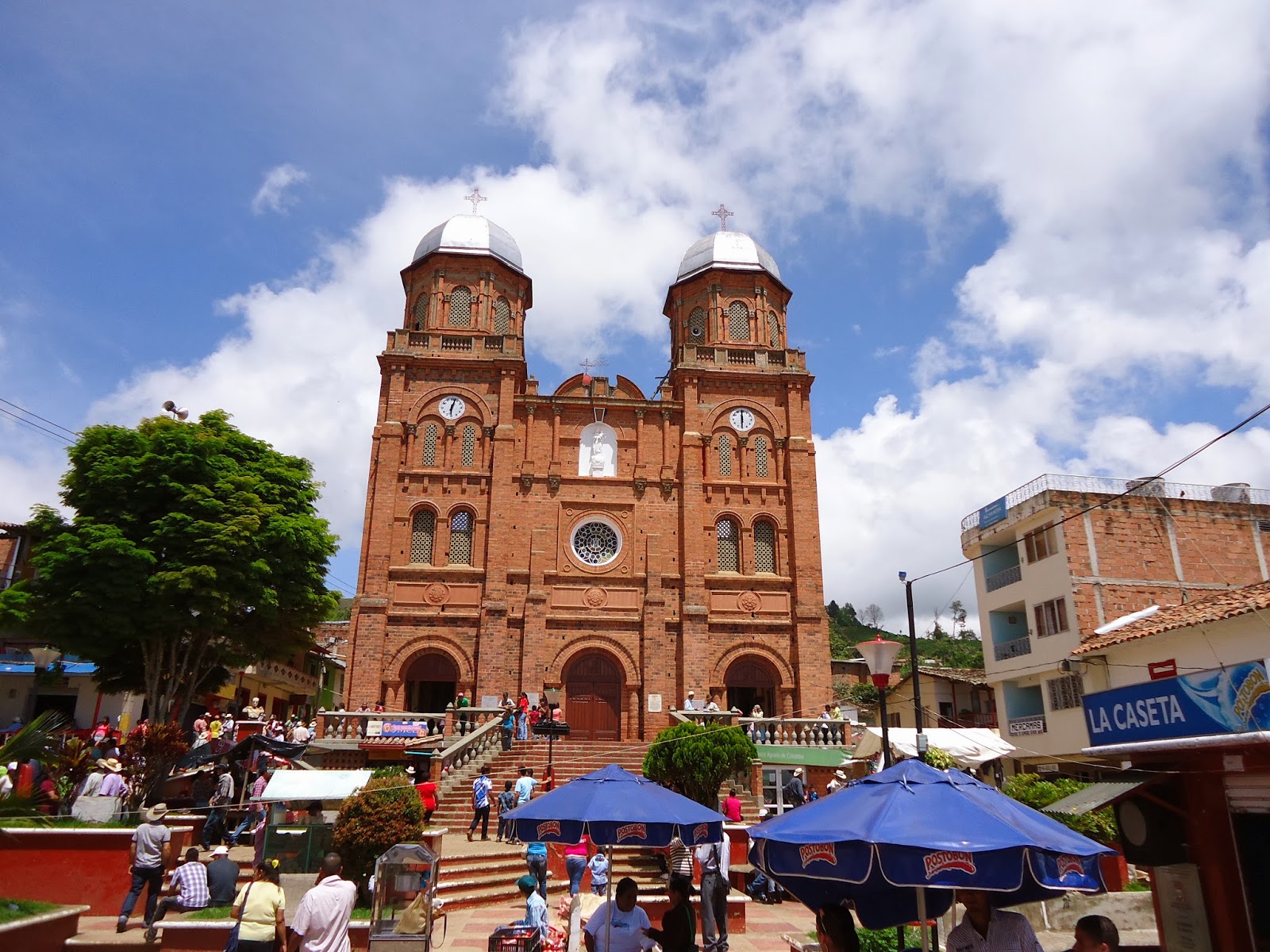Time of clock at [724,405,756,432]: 5:59
